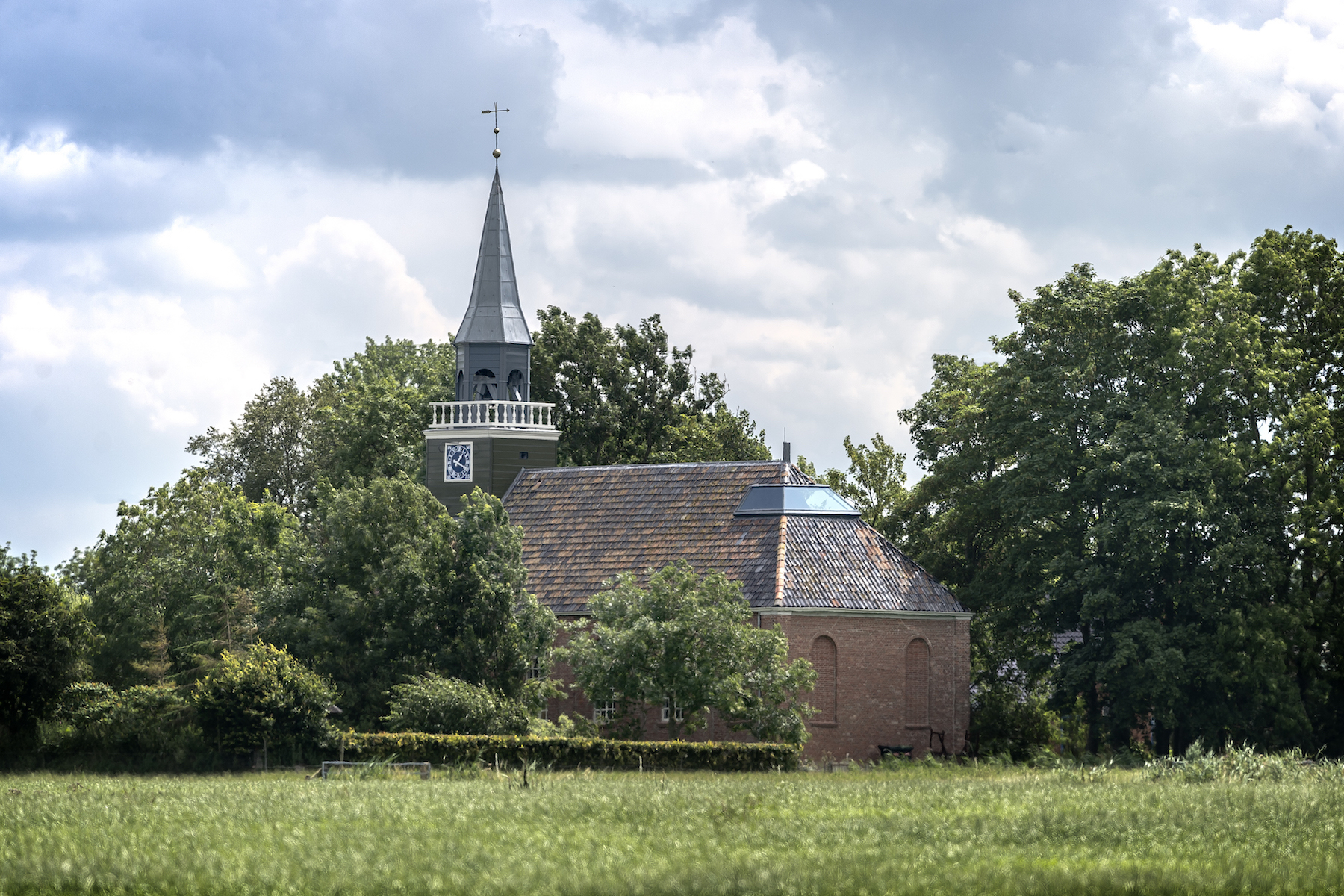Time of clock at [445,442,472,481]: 1:18
